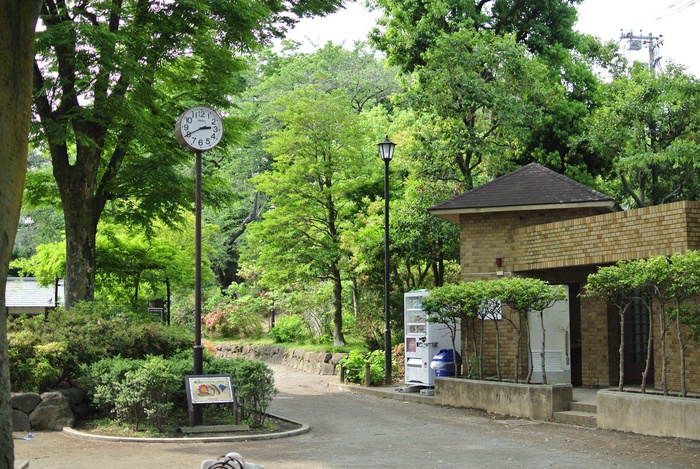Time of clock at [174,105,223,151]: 2:40
